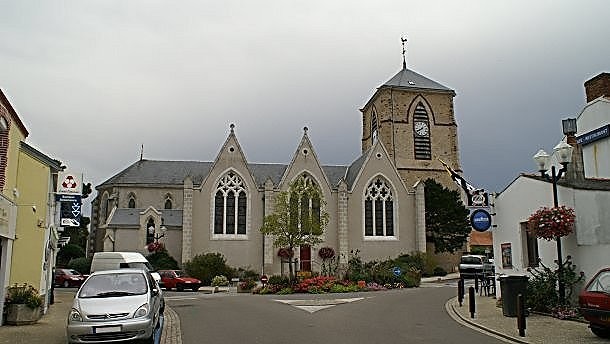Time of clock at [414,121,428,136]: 1:40
